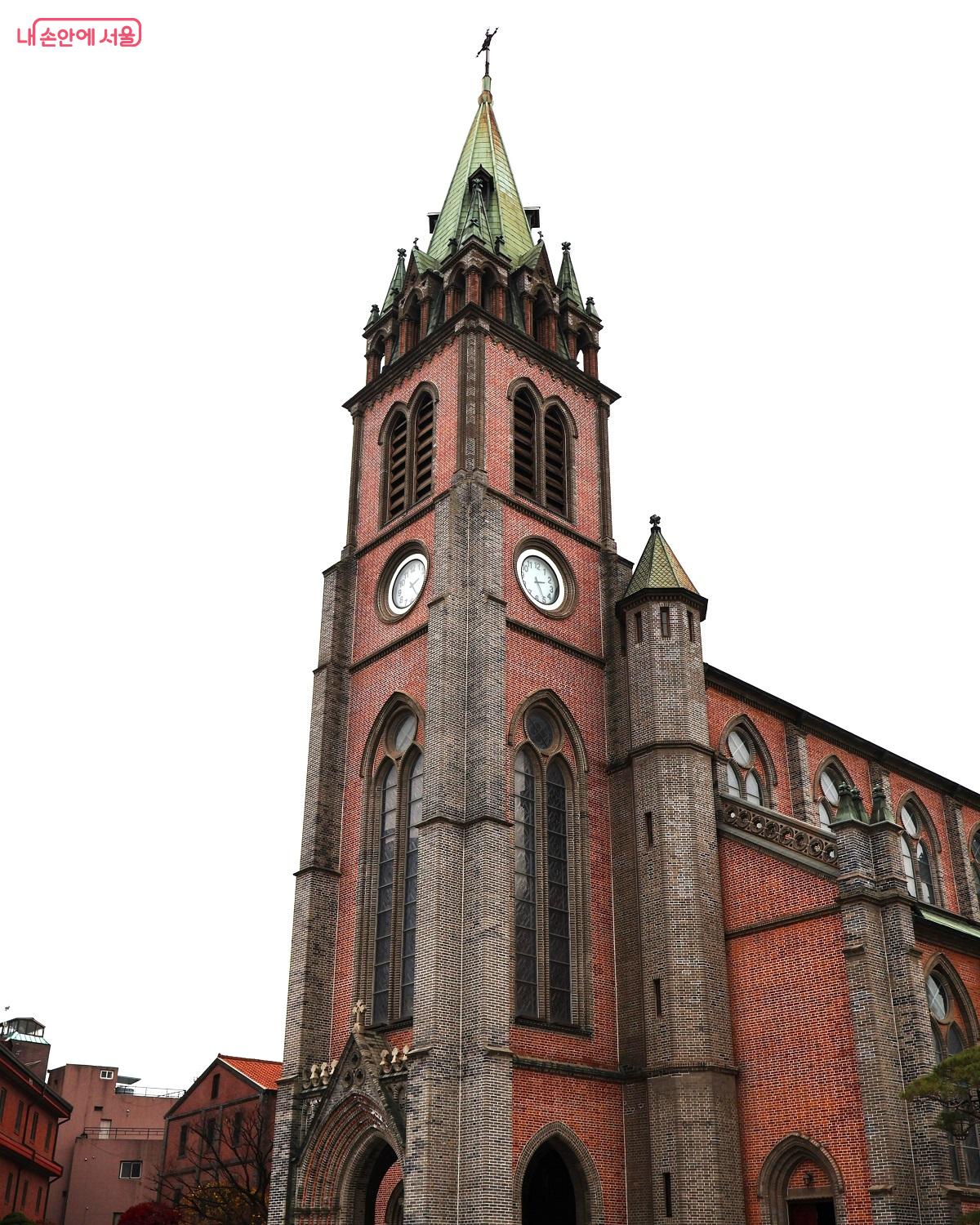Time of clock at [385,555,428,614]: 2:24
